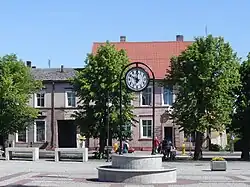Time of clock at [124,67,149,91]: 10:00
